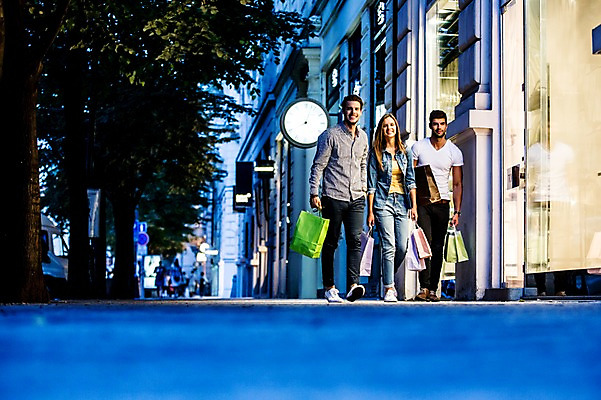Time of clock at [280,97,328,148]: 8:03
